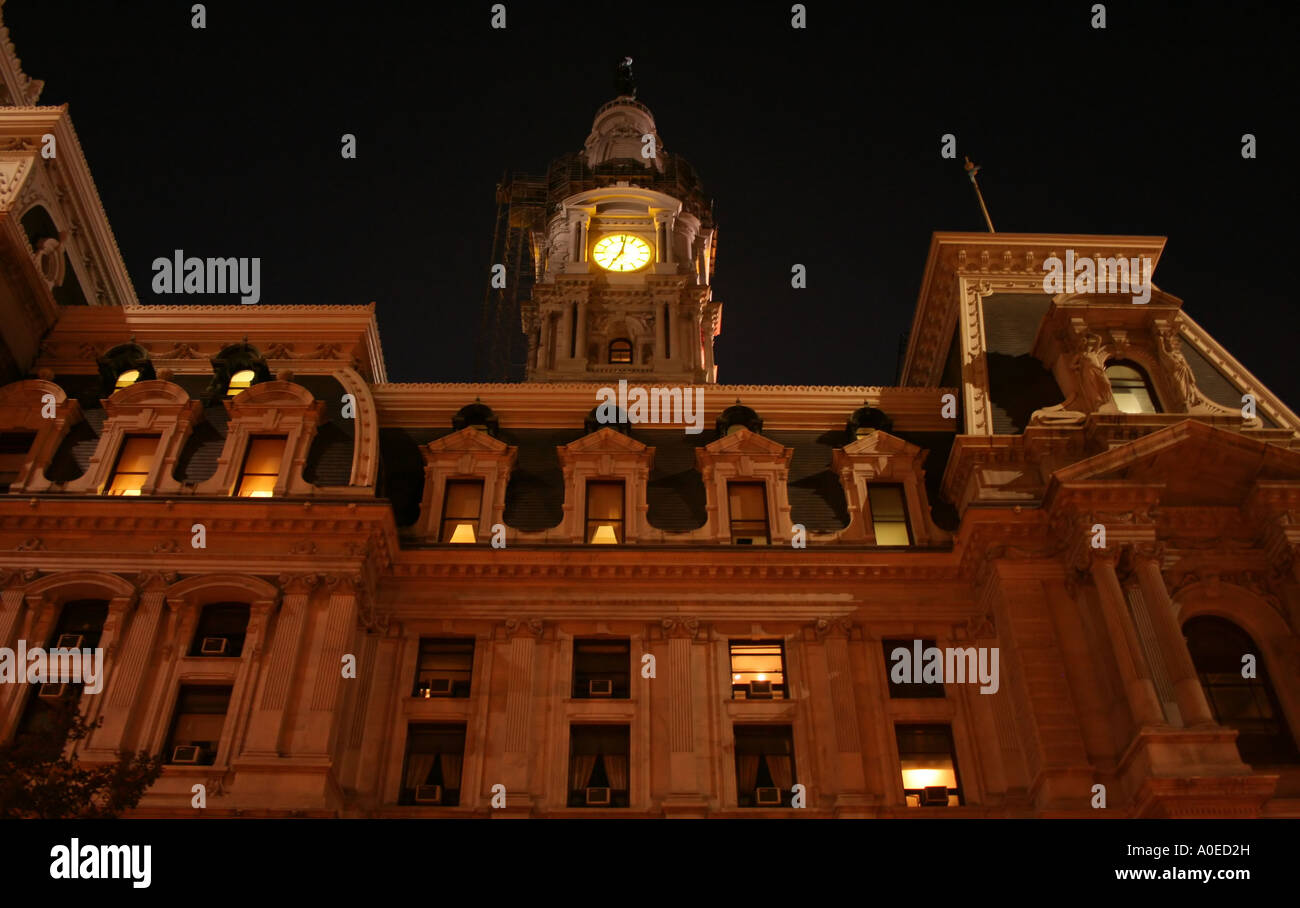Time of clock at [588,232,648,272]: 7:01
